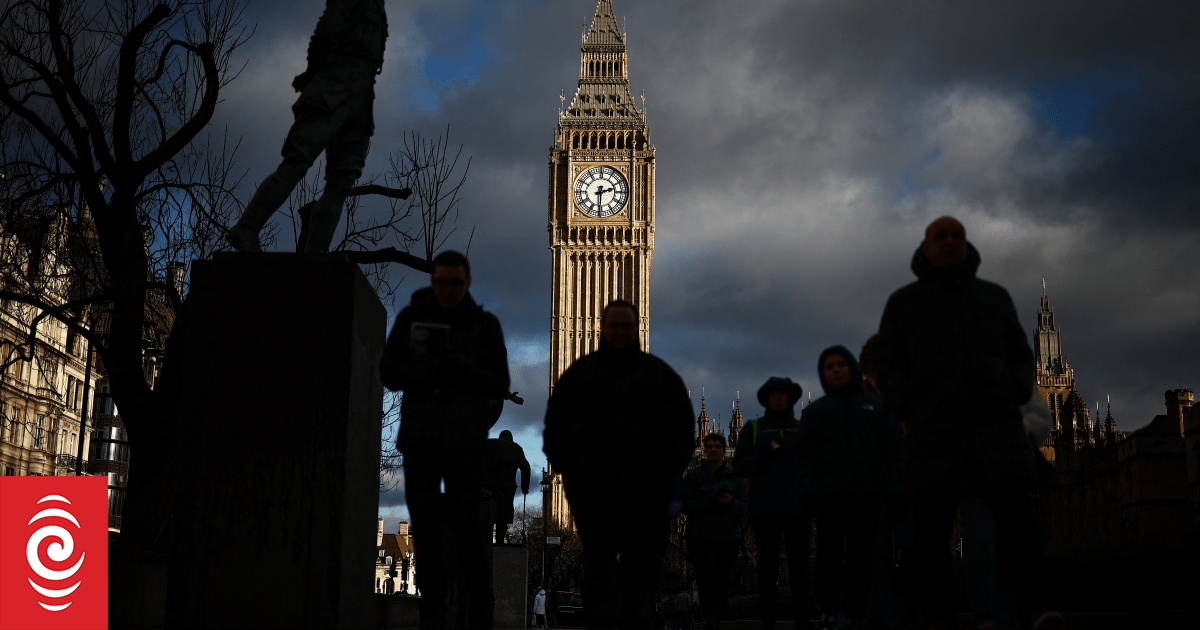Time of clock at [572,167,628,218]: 2:30
